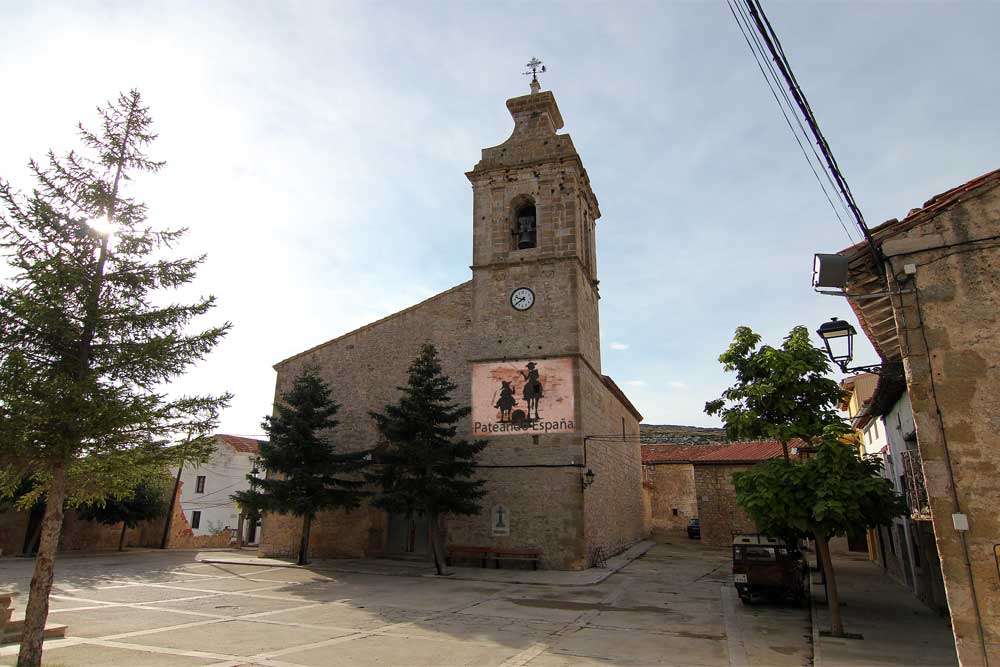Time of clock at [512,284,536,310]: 9:39
